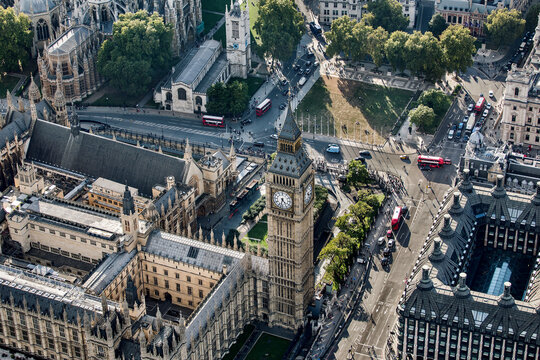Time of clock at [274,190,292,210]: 4:32
